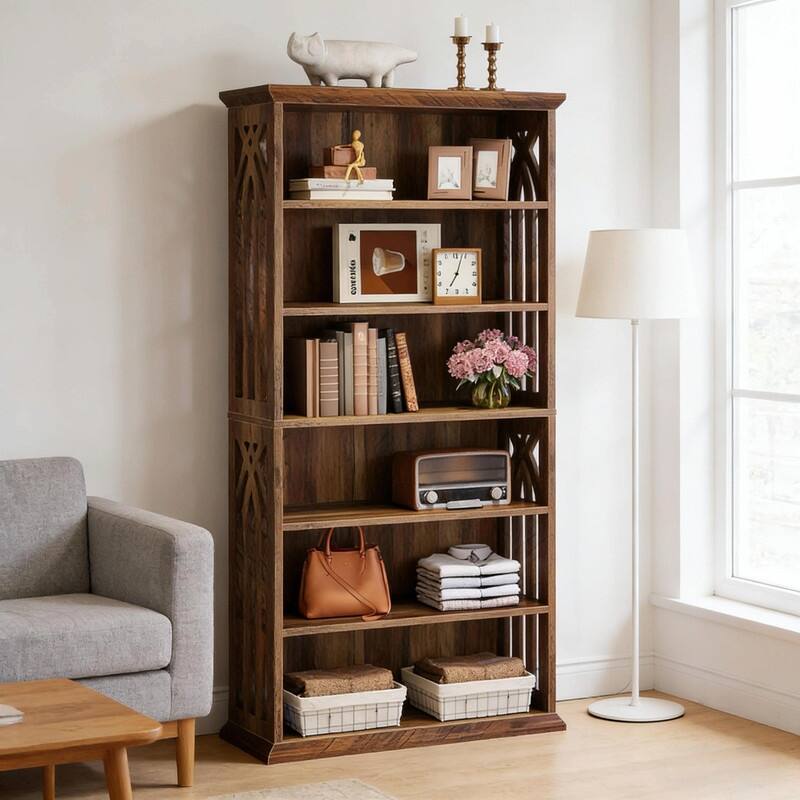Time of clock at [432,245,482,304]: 7:03
